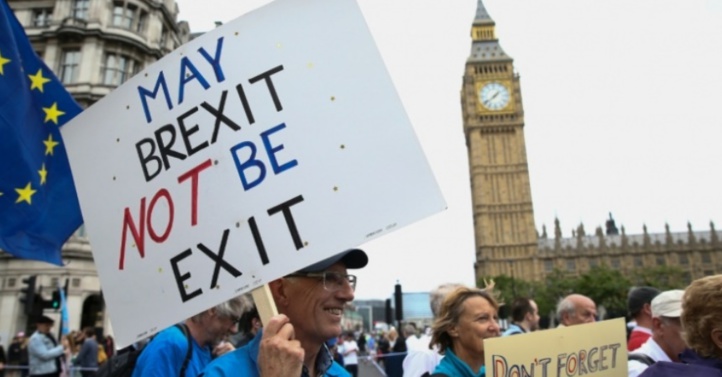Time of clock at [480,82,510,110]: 1:39
